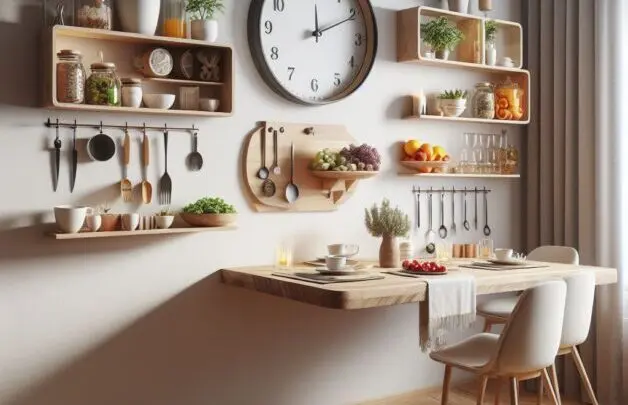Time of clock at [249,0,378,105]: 12:10
